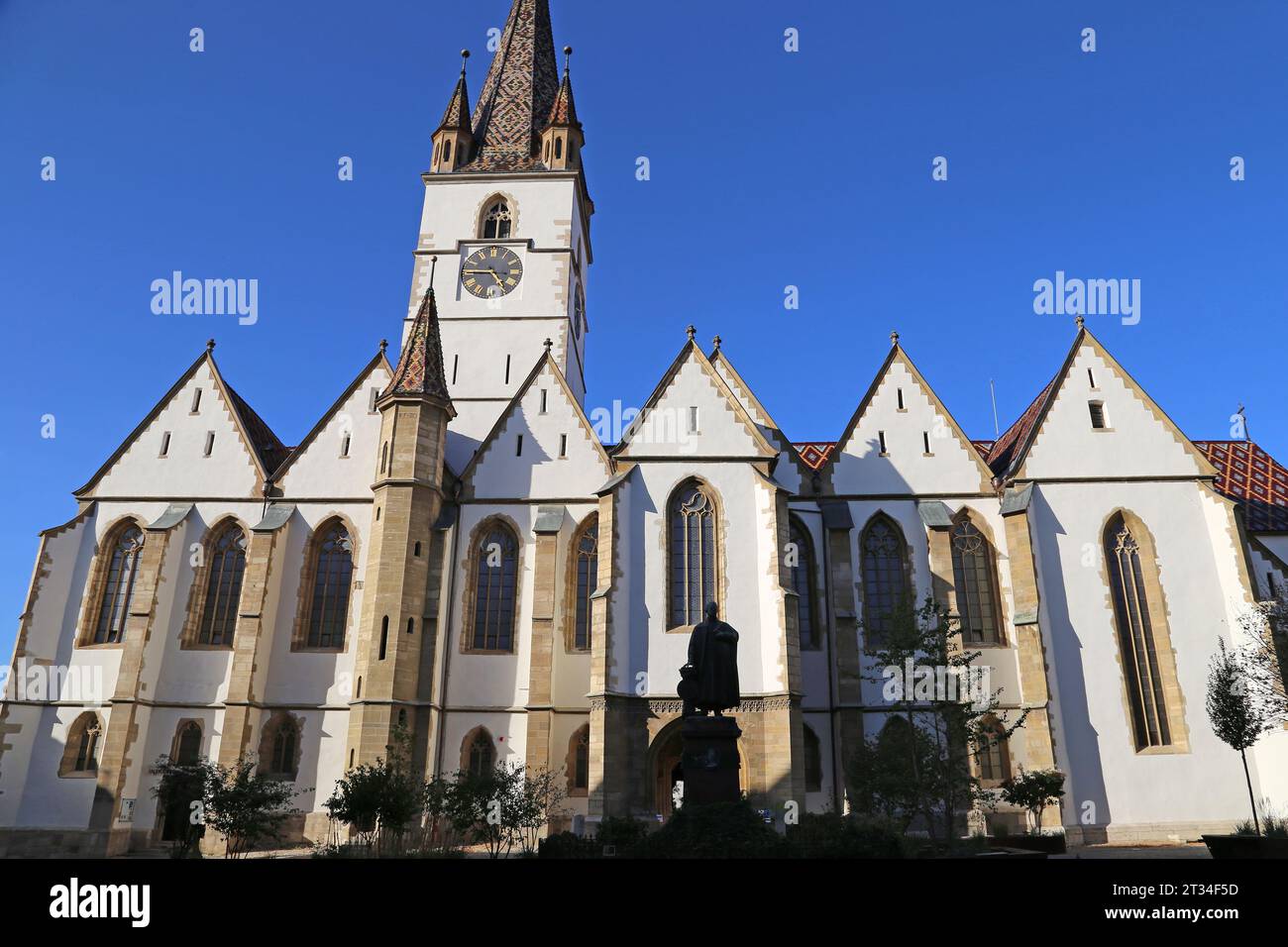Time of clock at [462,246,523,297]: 4:45
